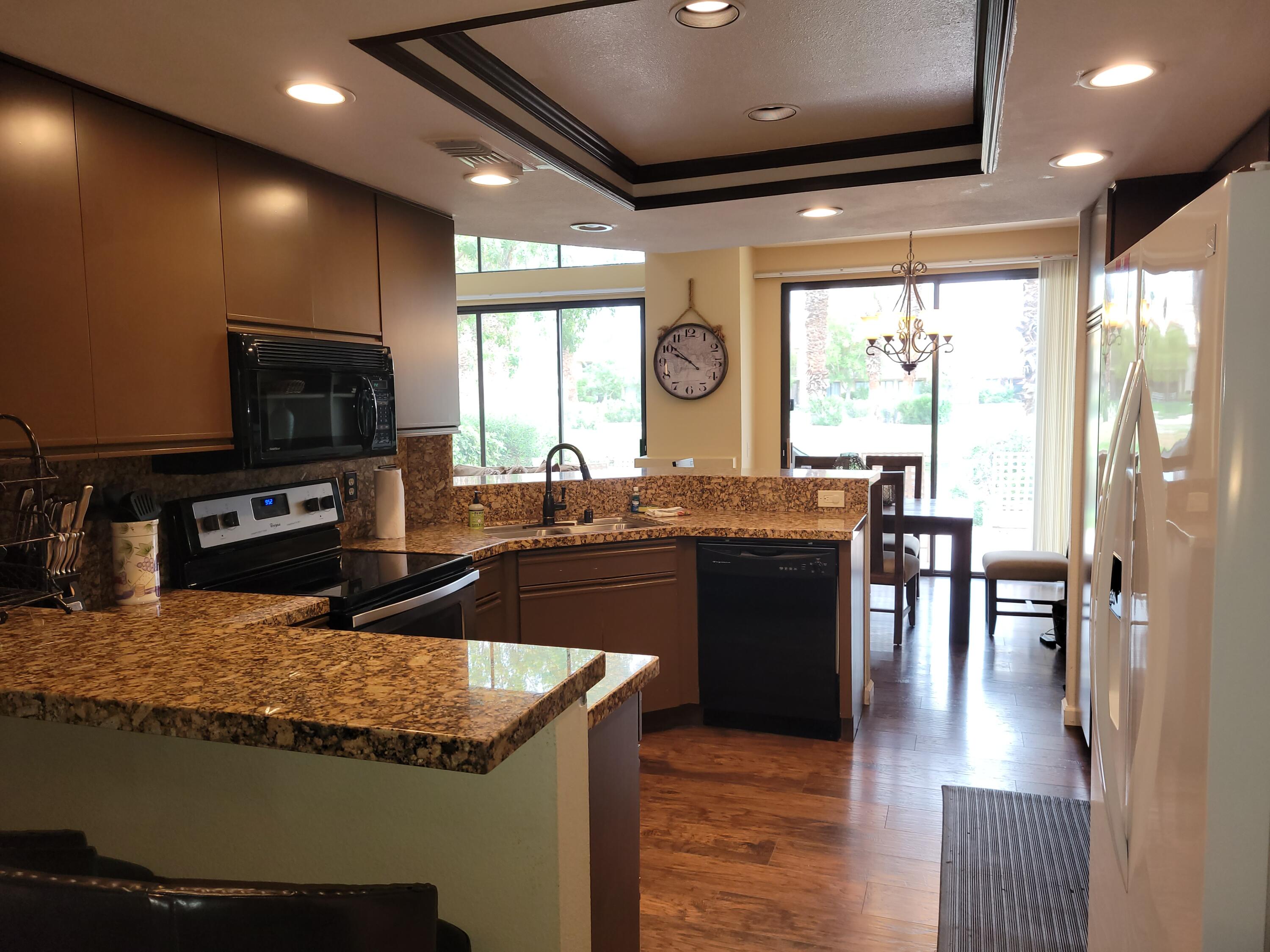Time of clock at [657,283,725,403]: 9:51
